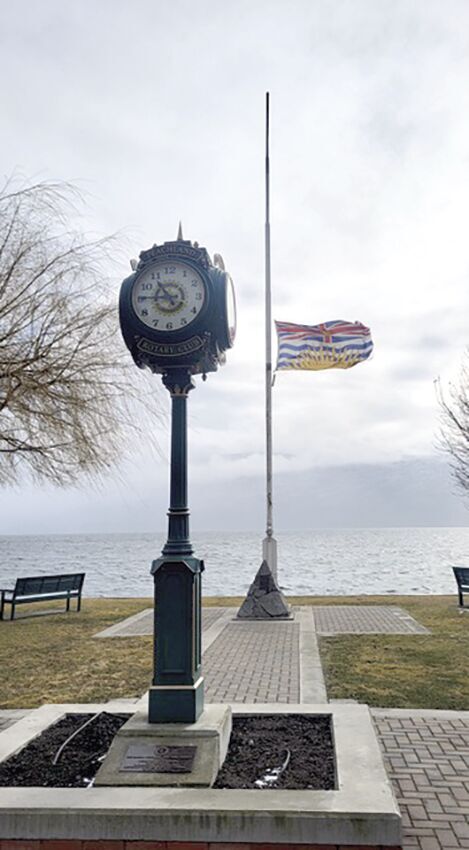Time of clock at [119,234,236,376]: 10:45
